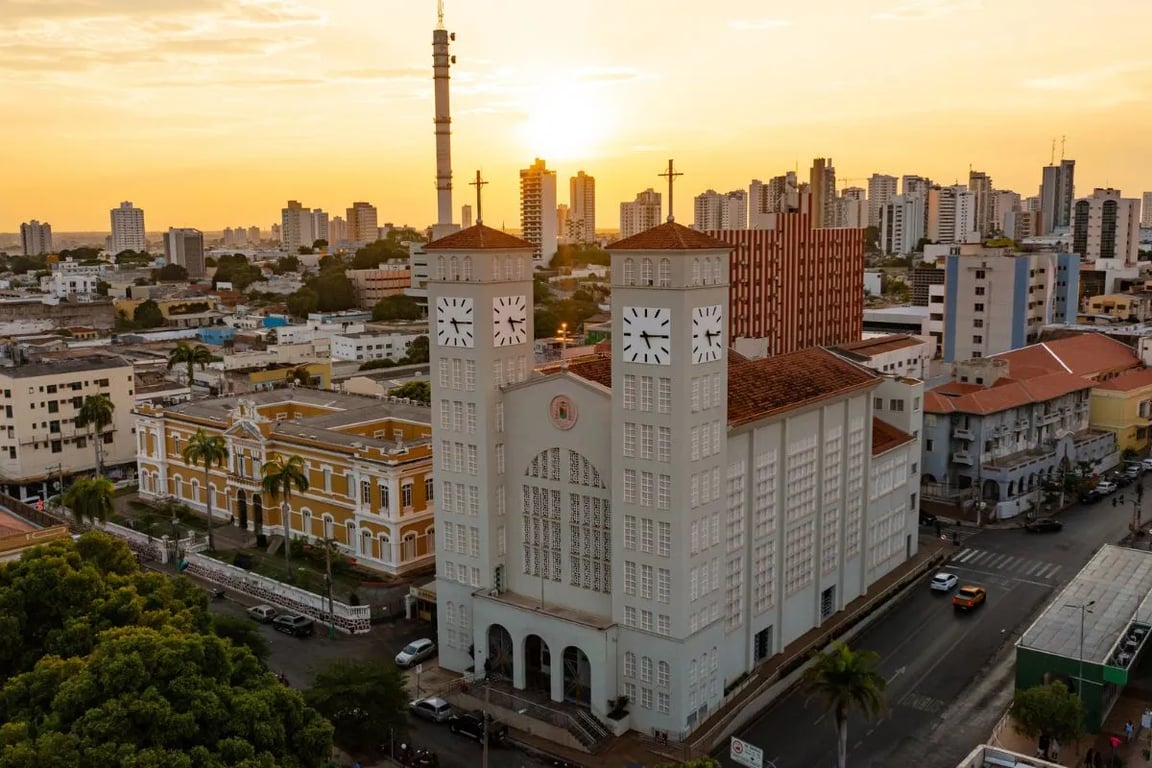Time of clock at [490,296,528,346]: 5:16
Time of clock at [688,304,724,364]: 5:15
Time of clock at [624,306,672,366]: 5:14
